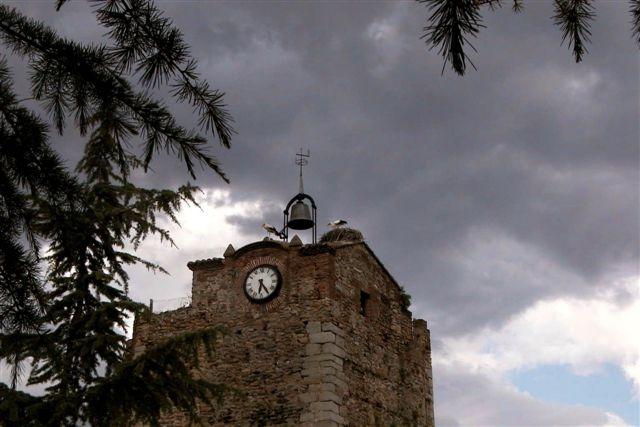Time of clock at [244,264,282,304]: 6:24
